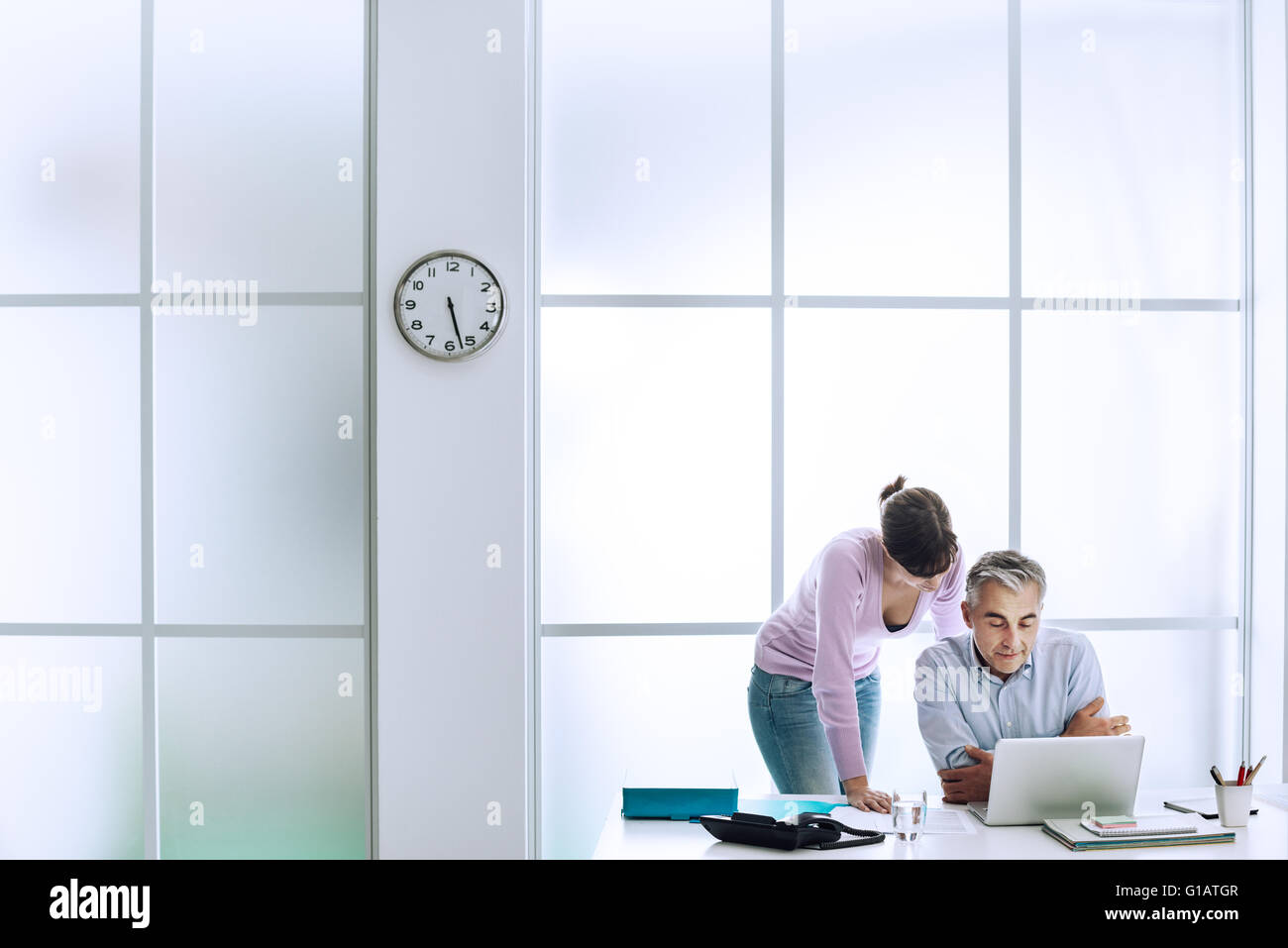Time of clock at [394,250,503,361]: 5:27
